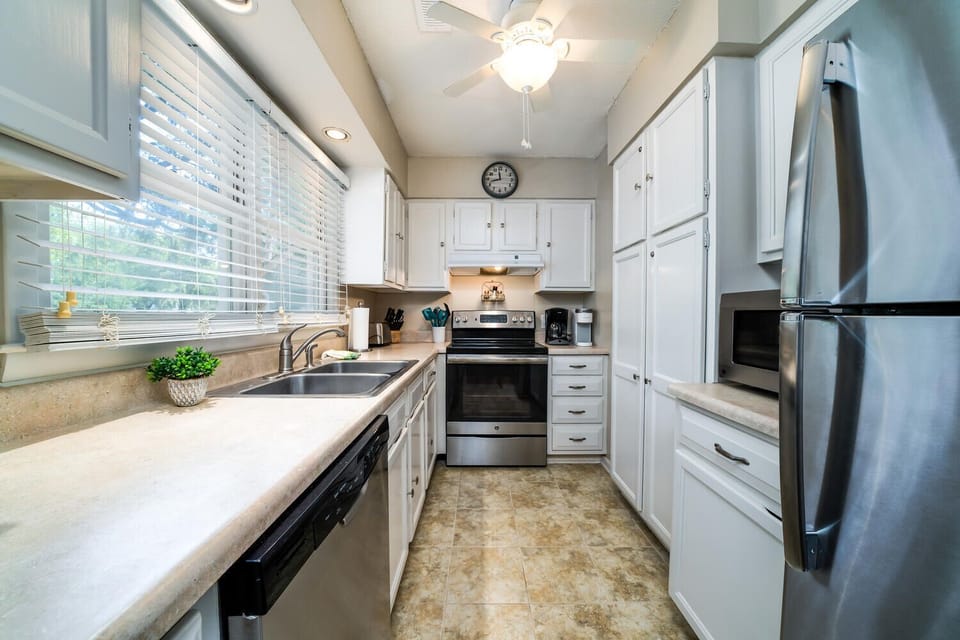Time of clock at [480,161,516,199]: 11:42
